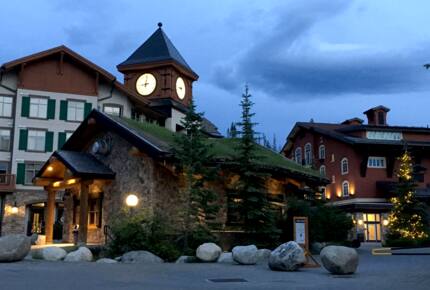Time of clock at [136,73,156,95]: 9:01
